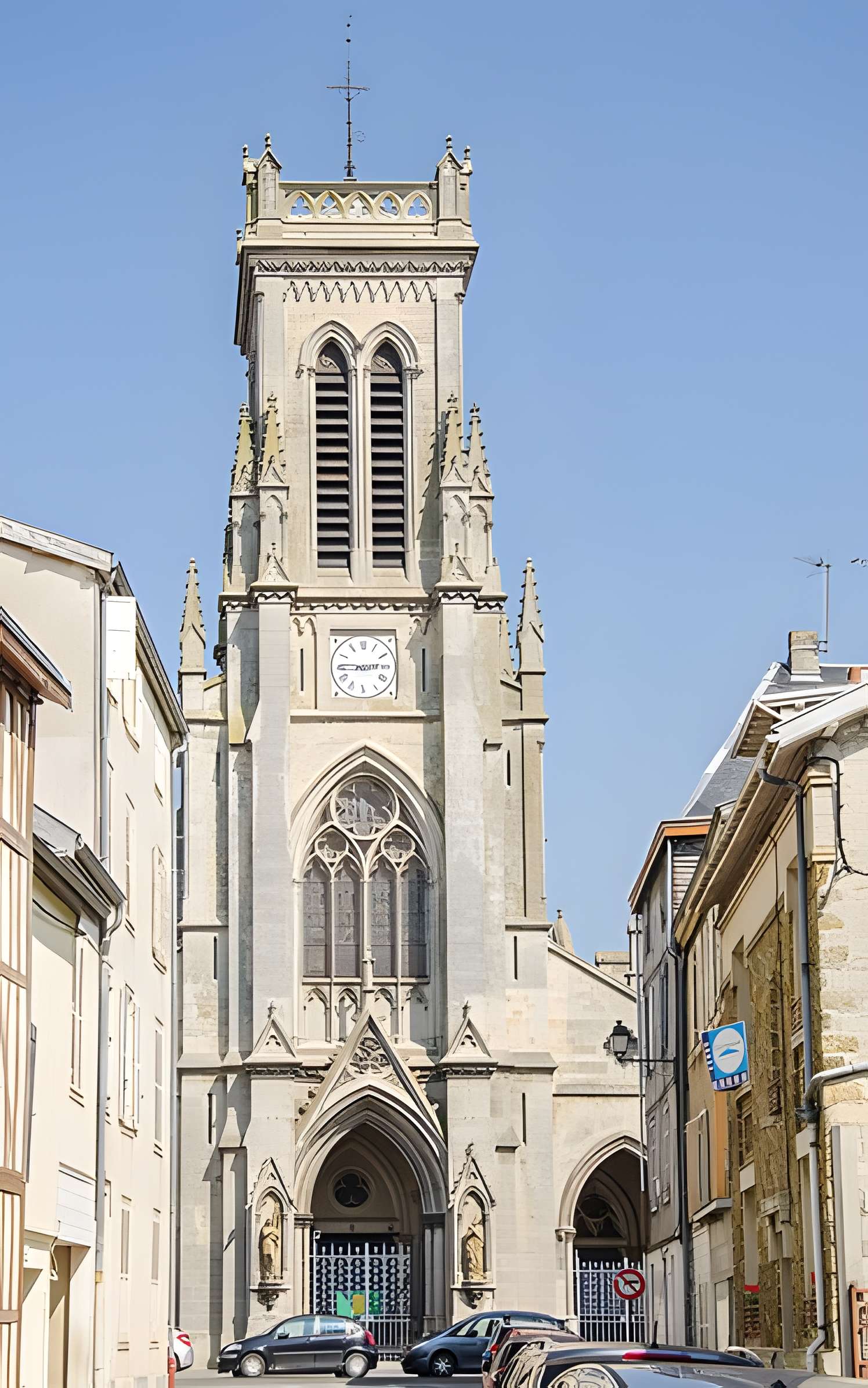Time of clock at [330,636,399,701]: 2:45
